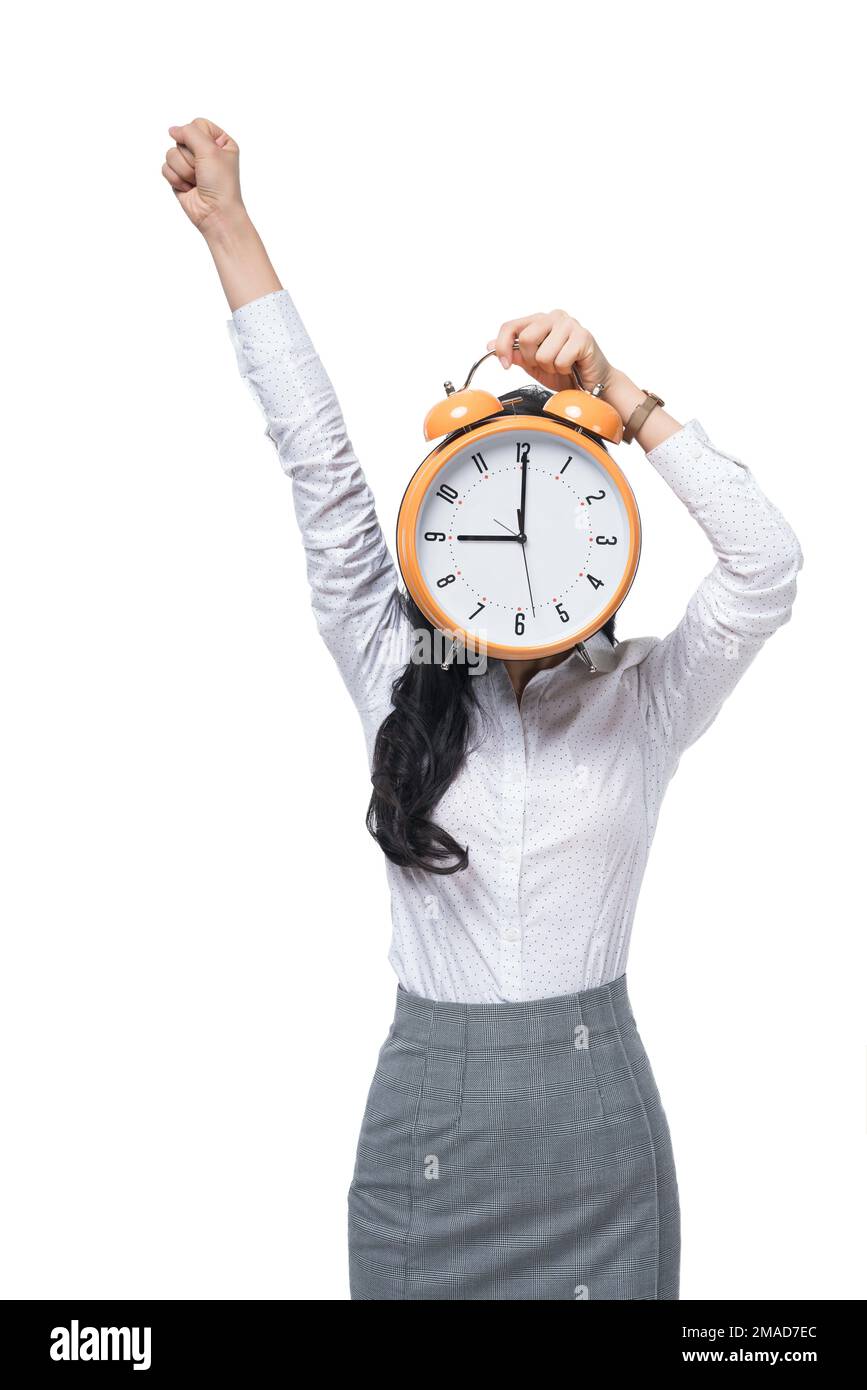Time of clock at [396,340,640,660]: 9:00
